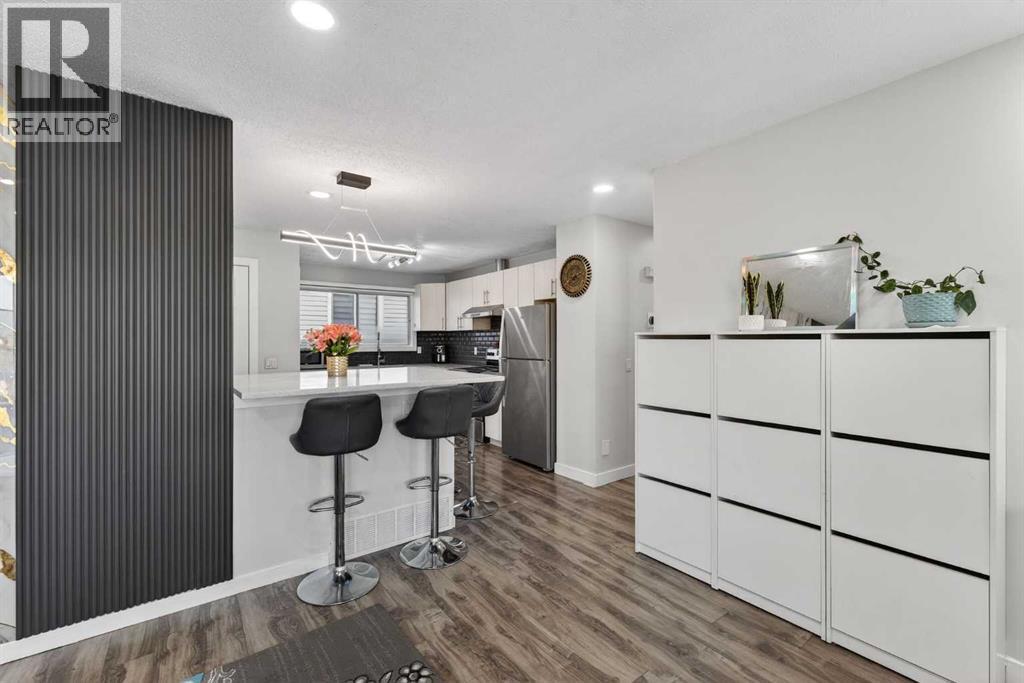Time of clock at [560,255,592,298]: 8:11
